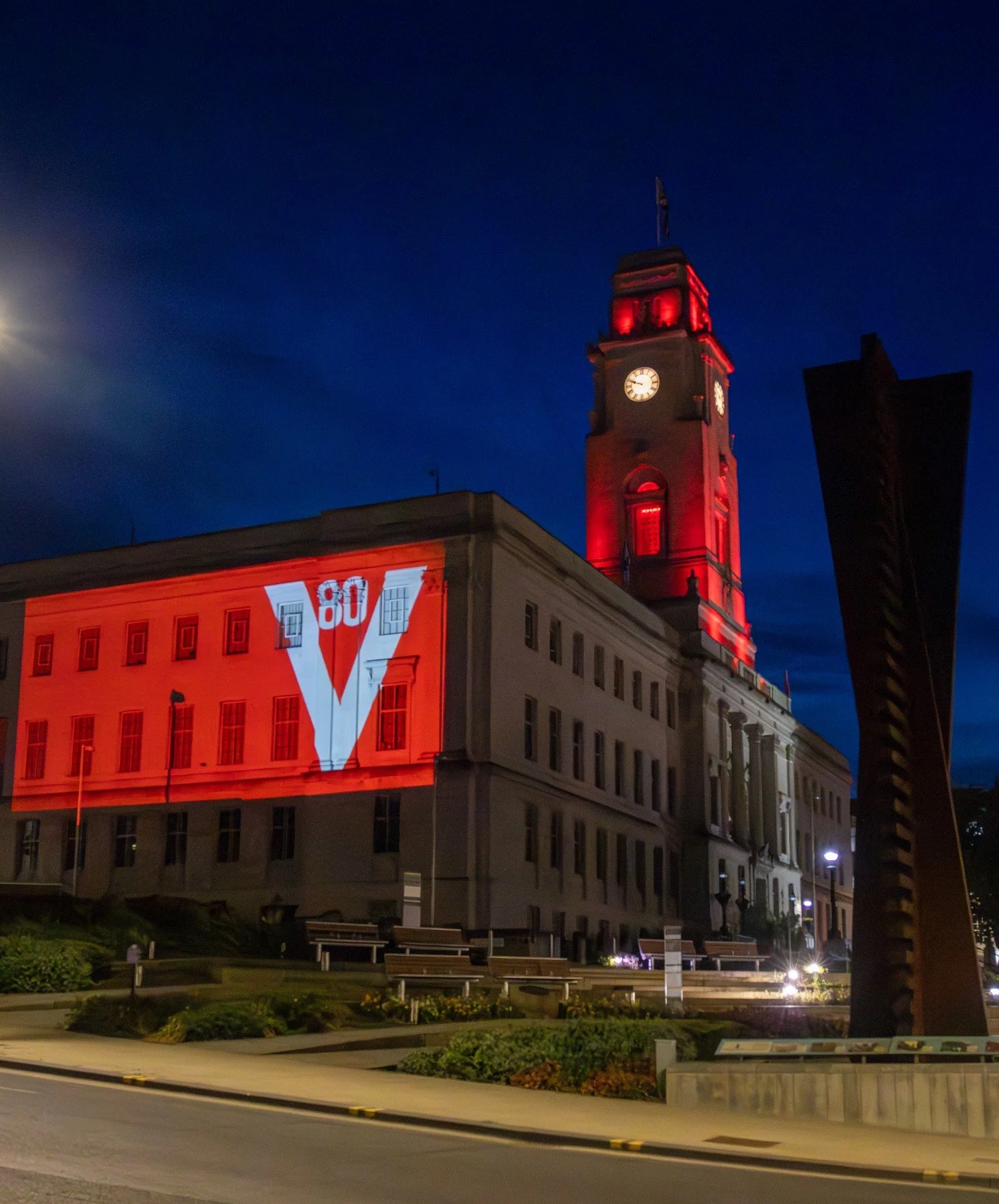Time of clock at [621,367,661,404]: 9:48
